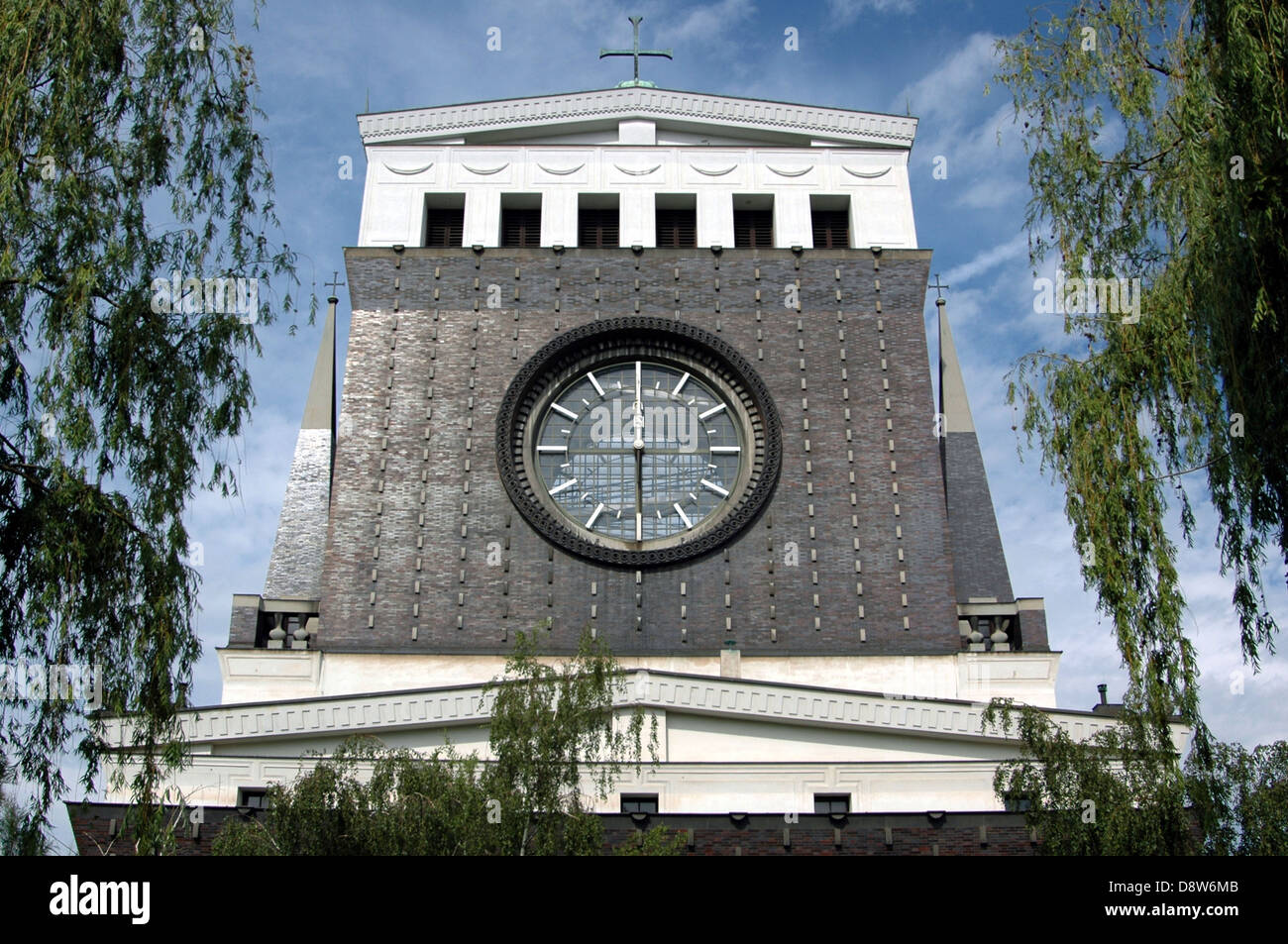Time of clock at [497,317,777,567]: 5:59
